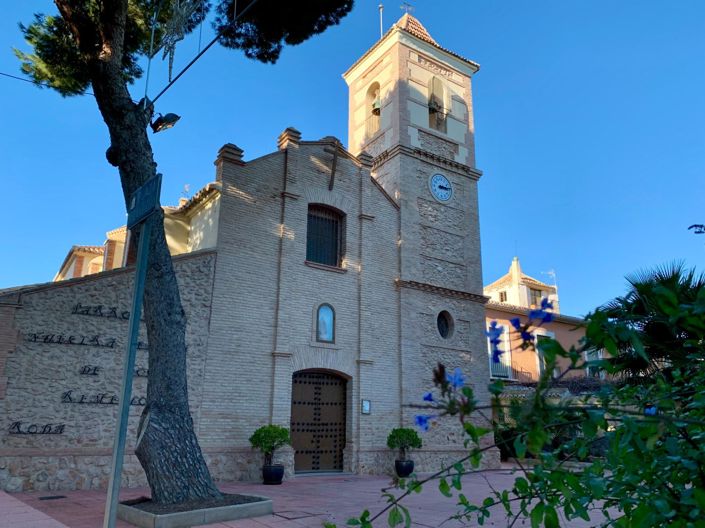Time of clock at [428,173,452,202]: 3:14
